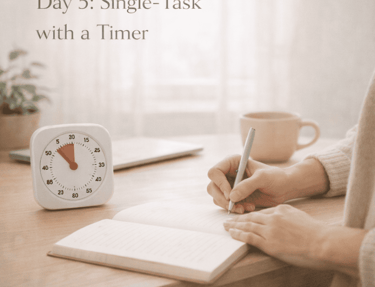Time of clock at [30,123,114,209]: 11:52
